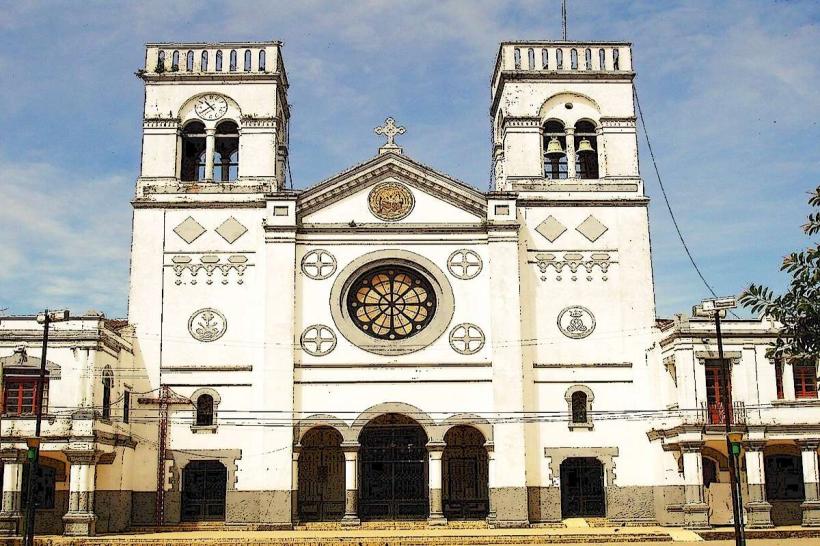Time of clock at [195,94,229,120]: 10:39
